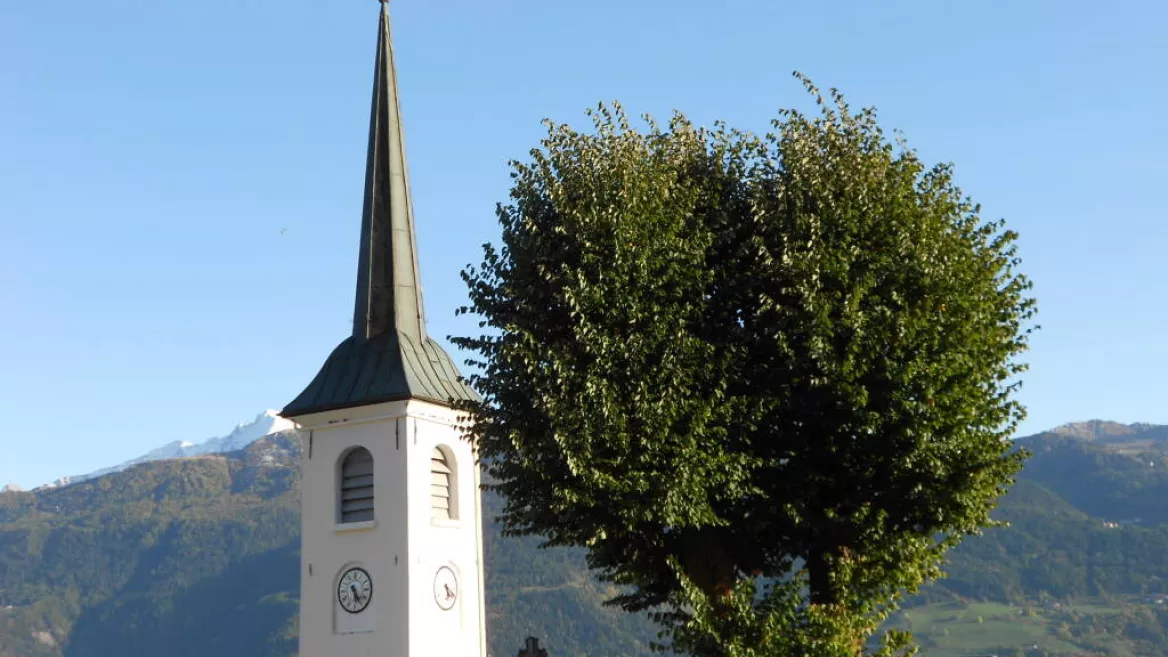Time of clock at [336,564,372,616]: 5:24
